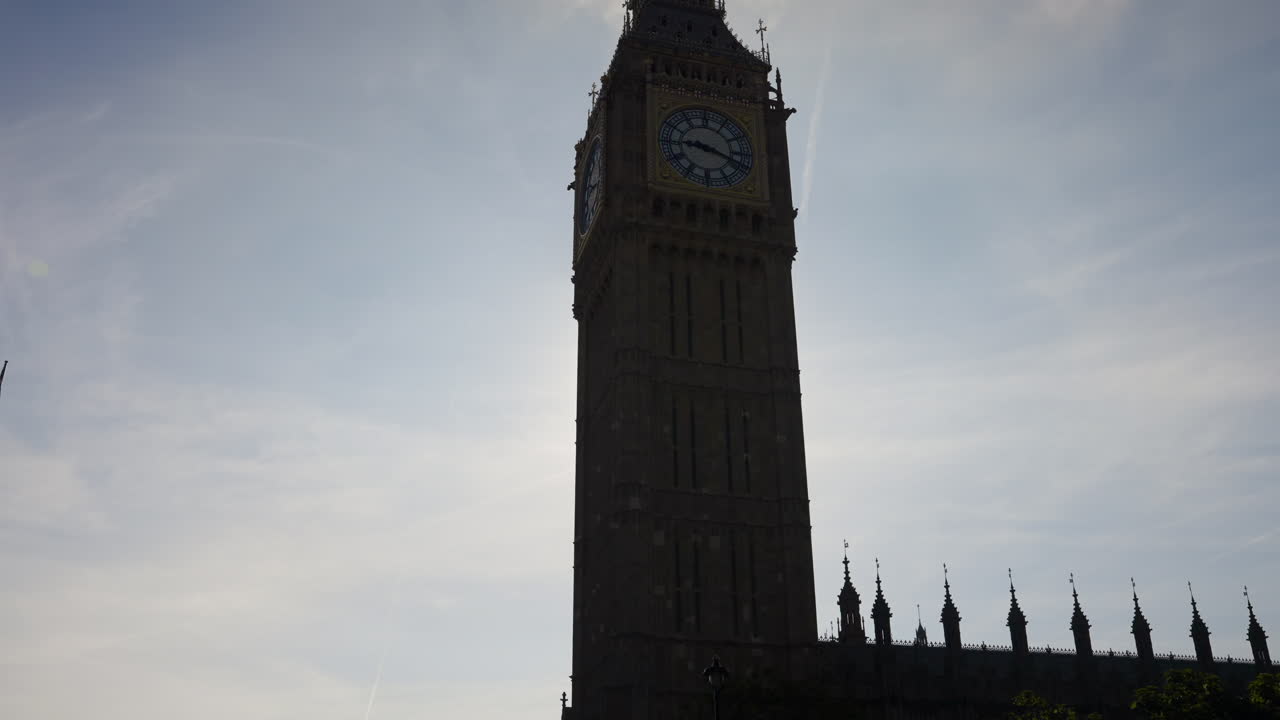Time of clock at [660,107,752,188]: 9:18
